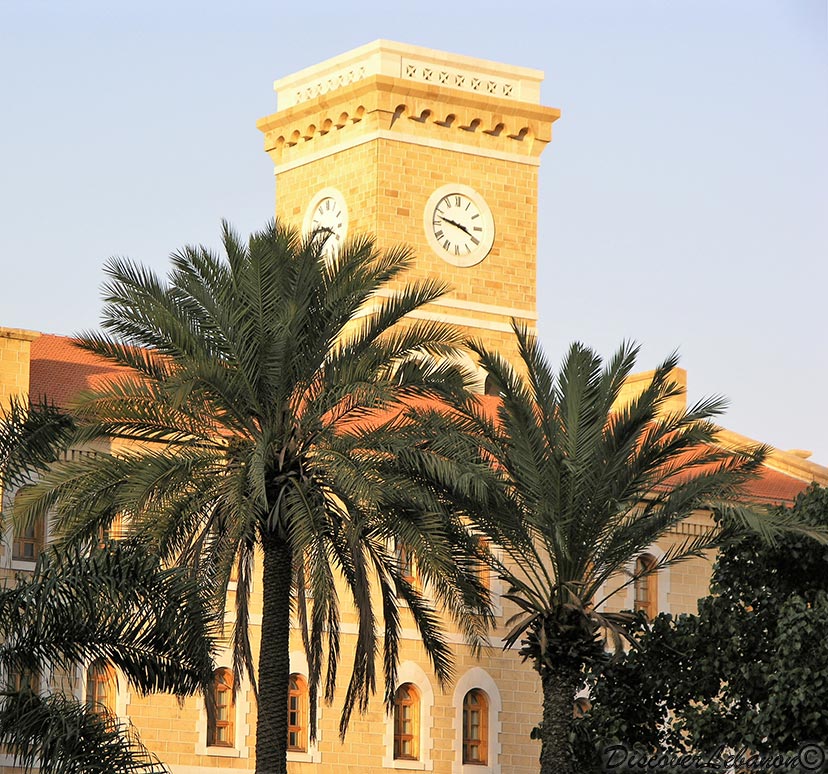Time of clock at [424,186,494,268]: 3:47
